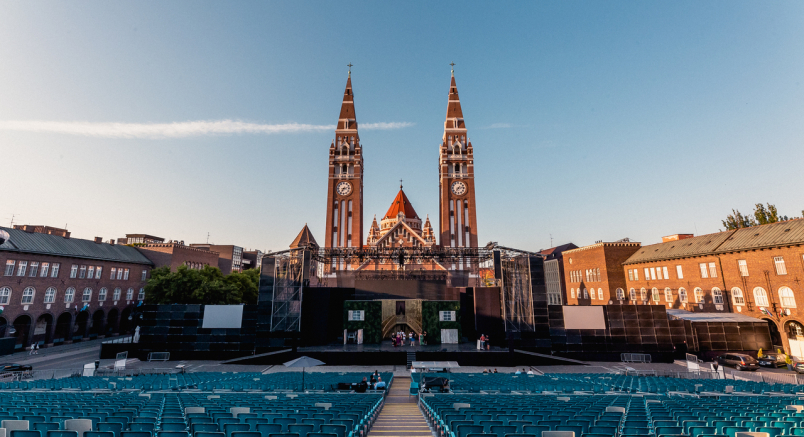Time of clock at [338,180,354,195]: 7:12
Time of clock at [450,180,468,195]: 7:13
